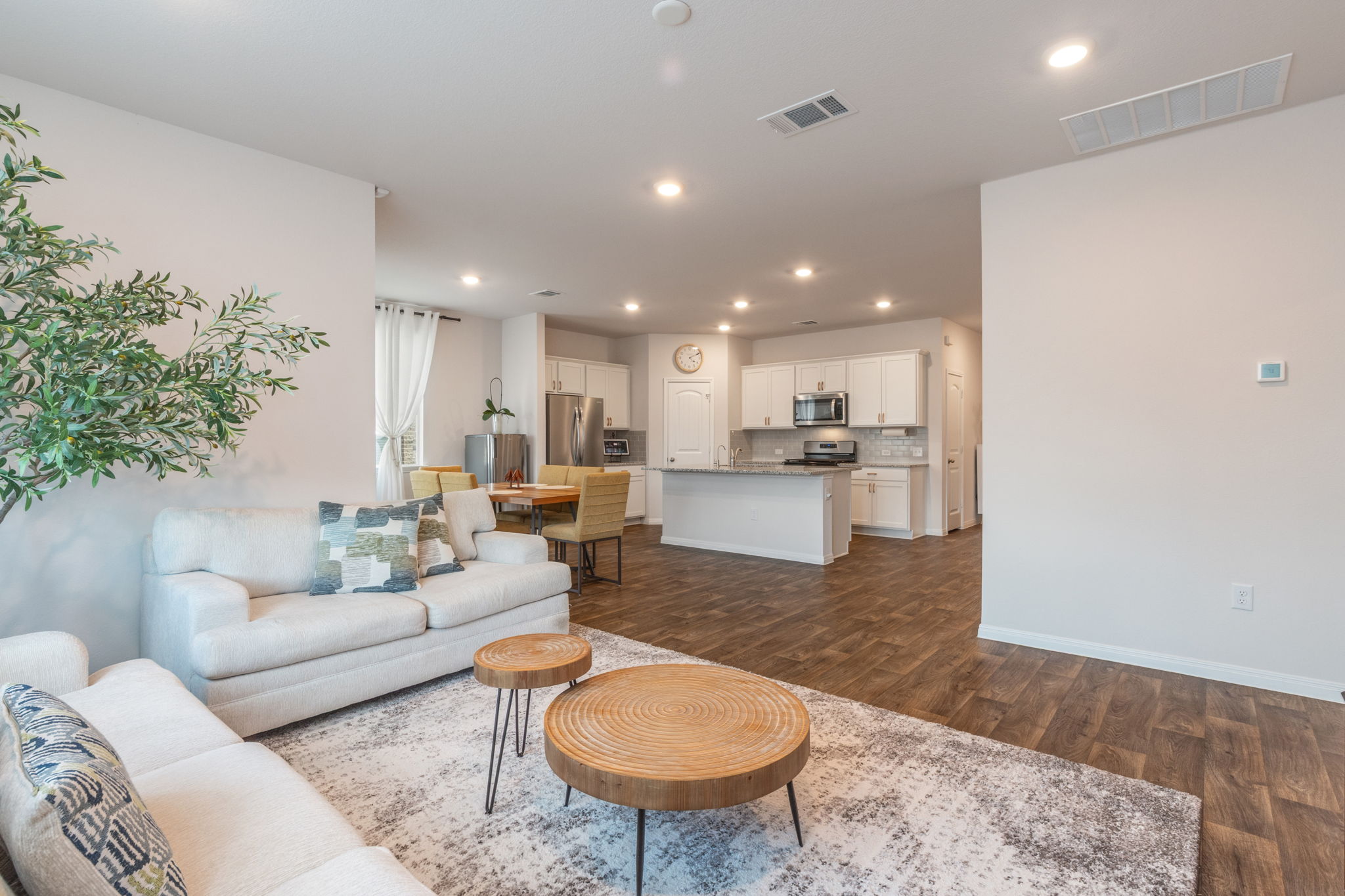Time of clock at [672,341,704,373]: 4:10
